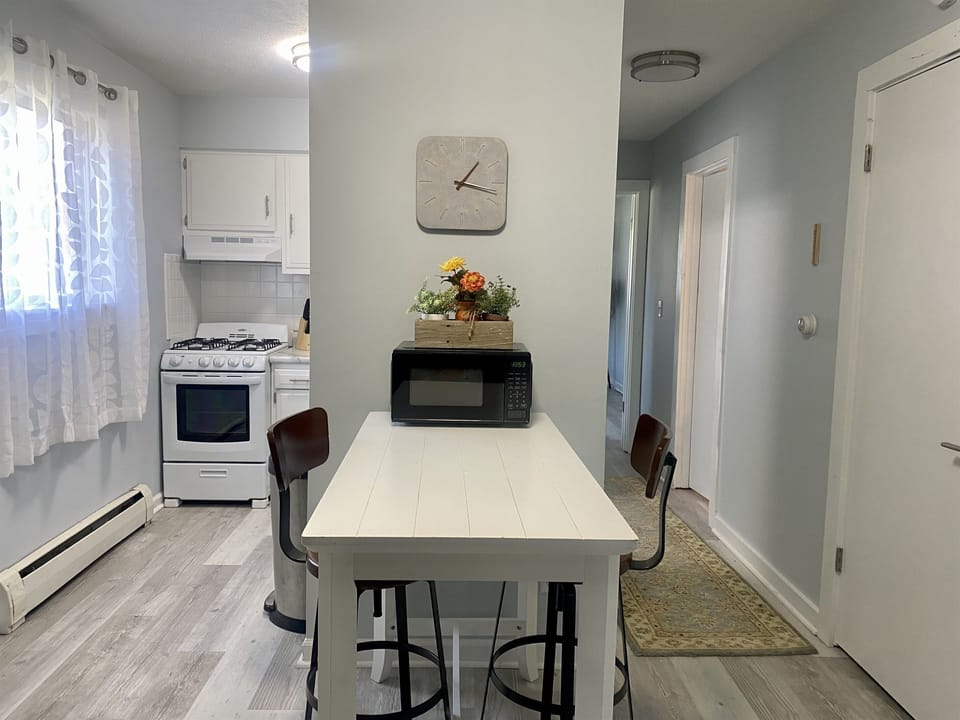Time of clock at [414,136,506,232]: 1:17
